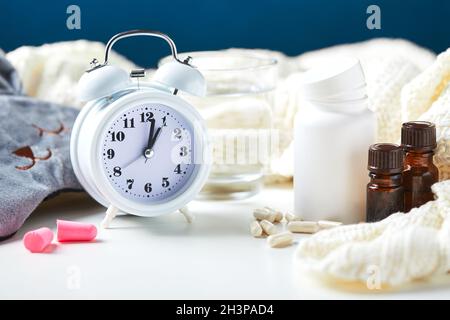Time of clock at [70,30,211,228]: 1:01
